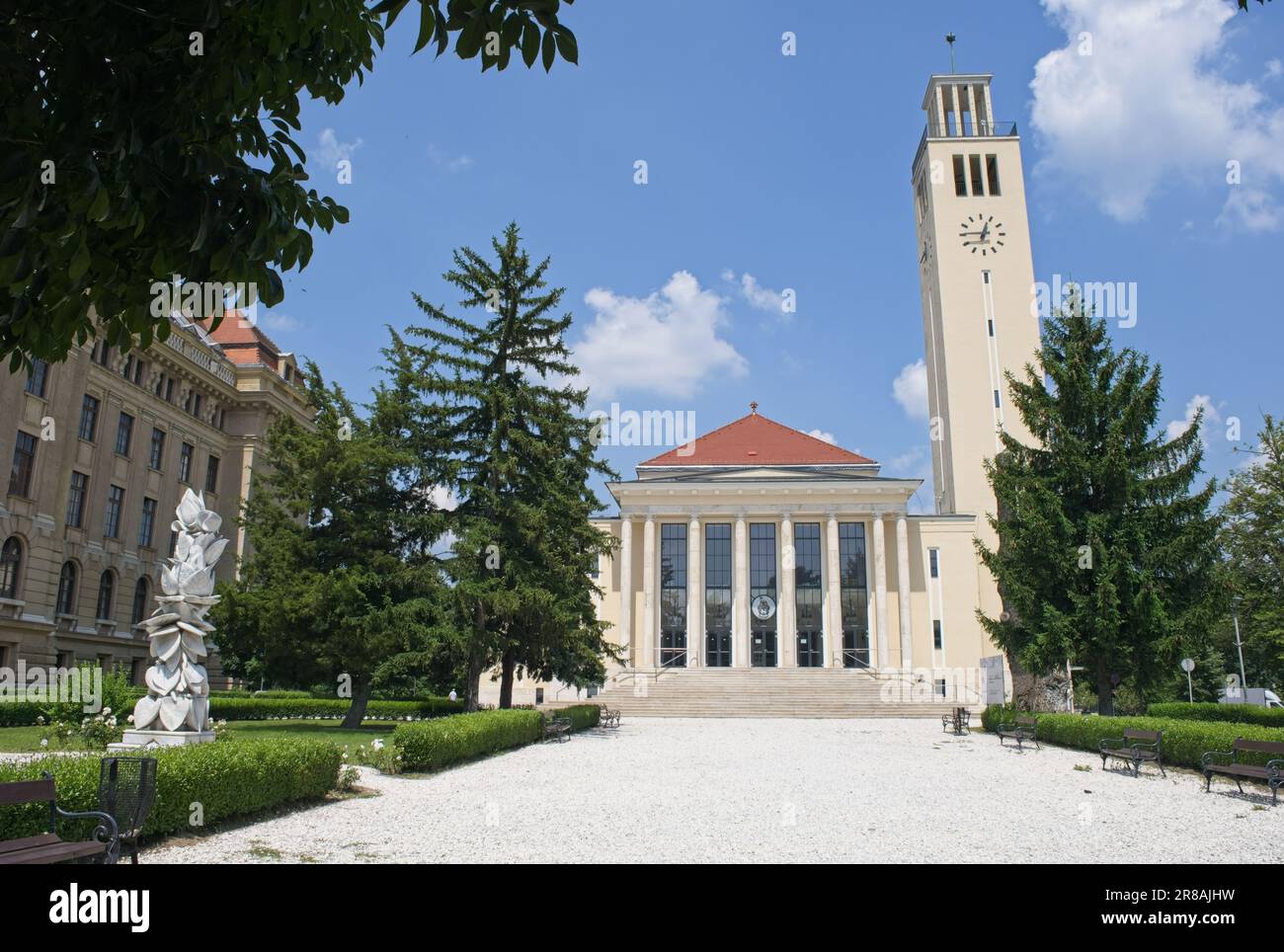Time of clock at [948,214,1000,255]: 12:45
